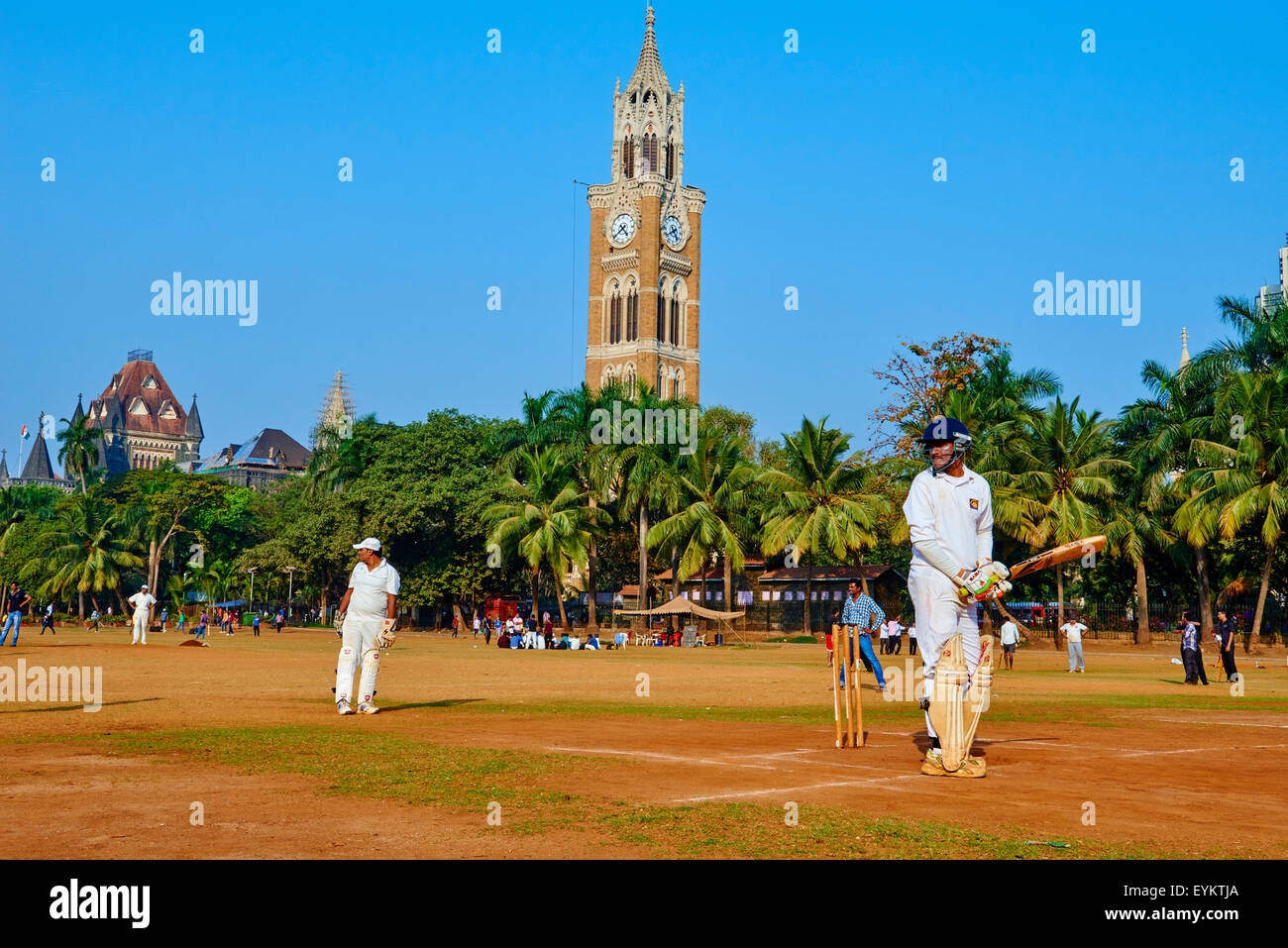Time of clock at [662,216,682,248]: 4:40
